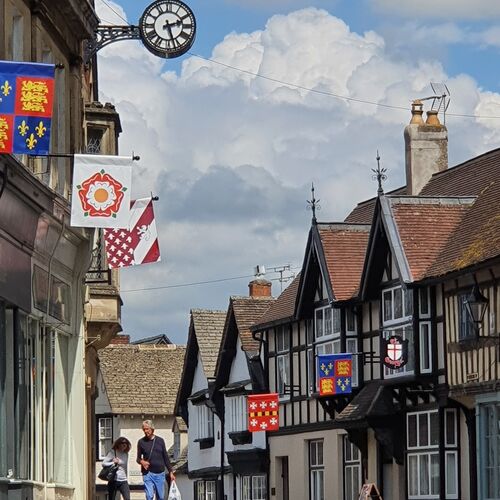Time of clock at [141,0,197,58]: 2:27
